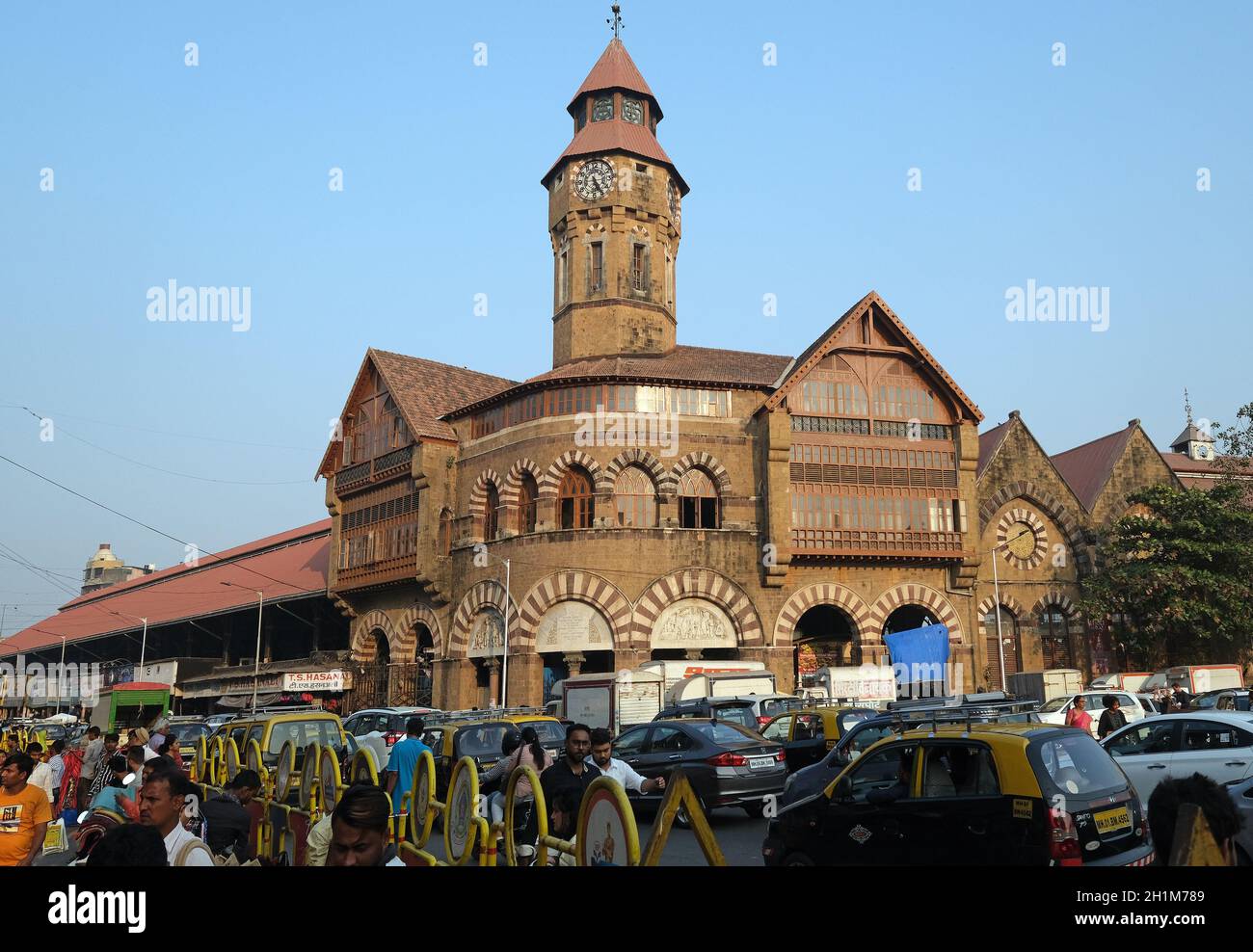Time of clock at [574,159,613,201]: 5:24
